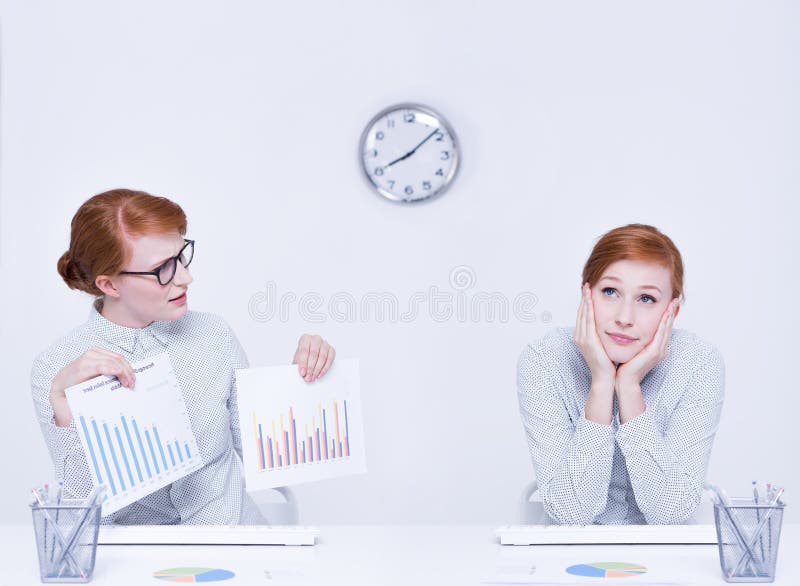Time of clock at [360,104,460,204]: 8:07
